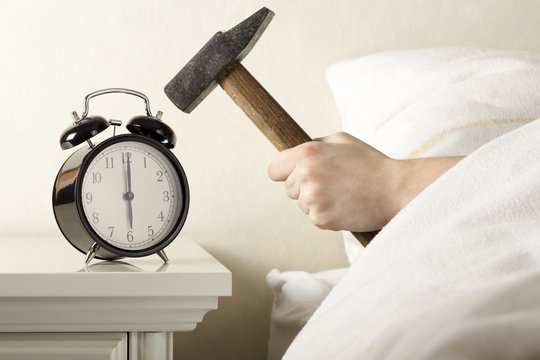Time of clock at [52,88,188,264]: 6:00
